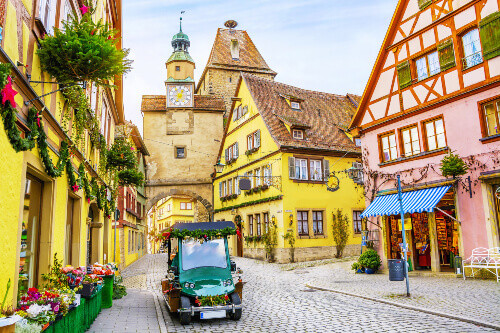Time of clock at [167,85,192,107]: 12:55
